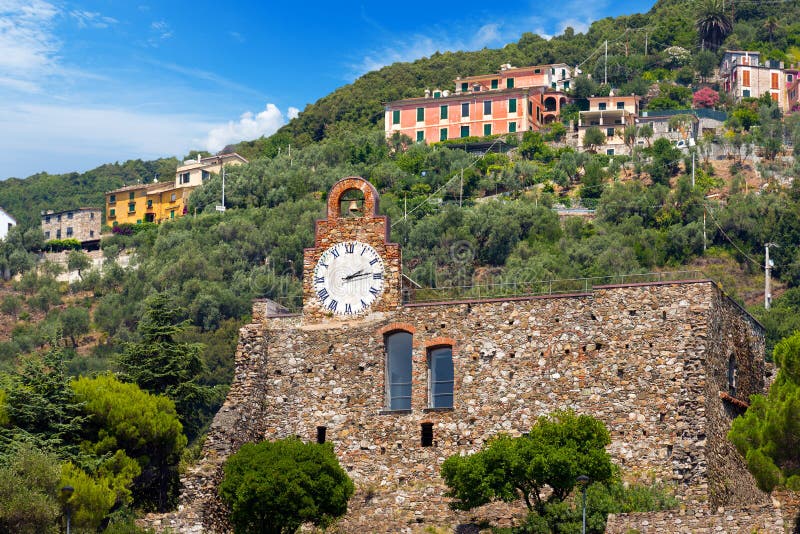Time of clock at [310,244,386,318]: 2:13
